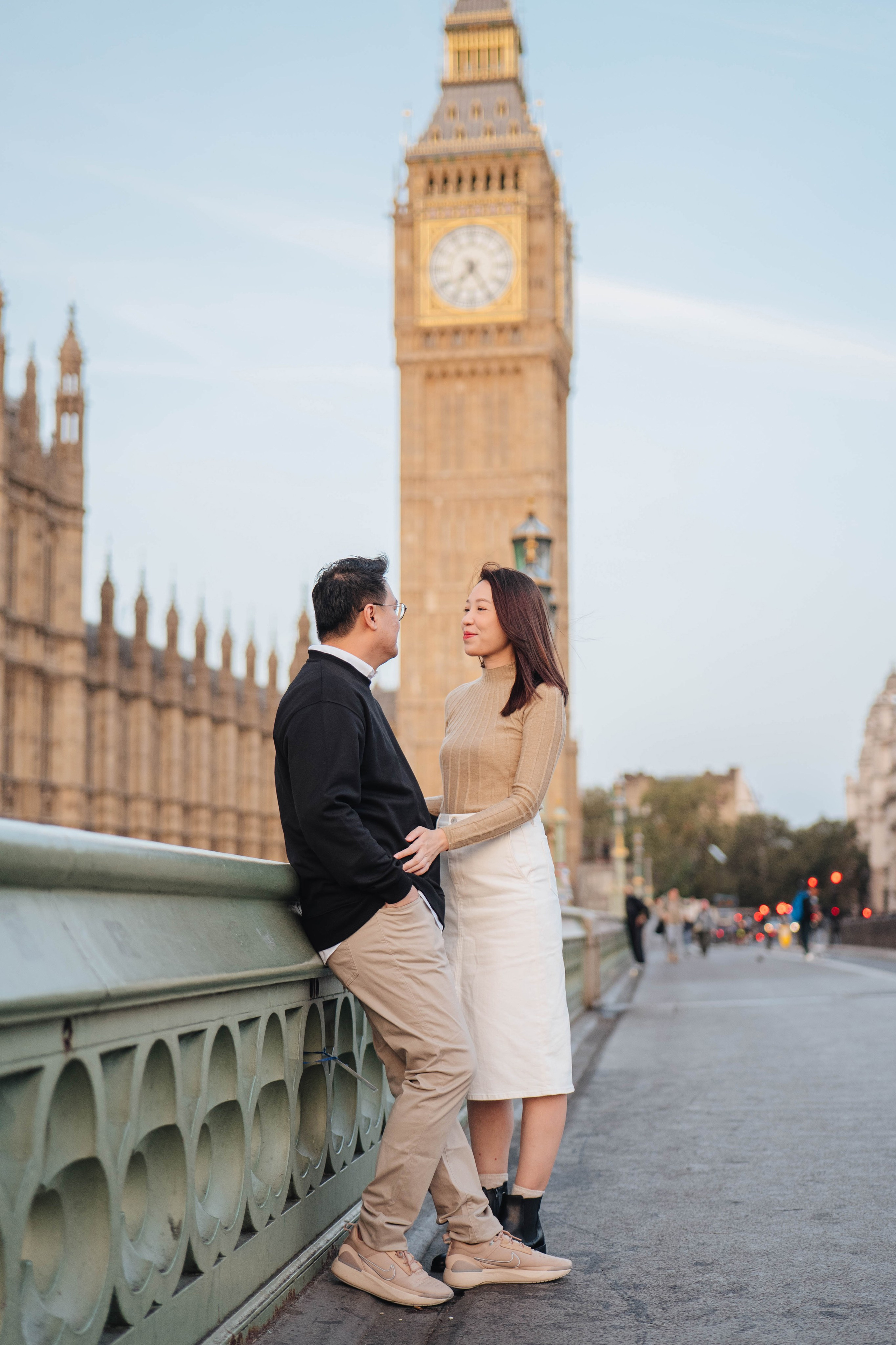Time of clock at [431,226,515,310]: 7:24
